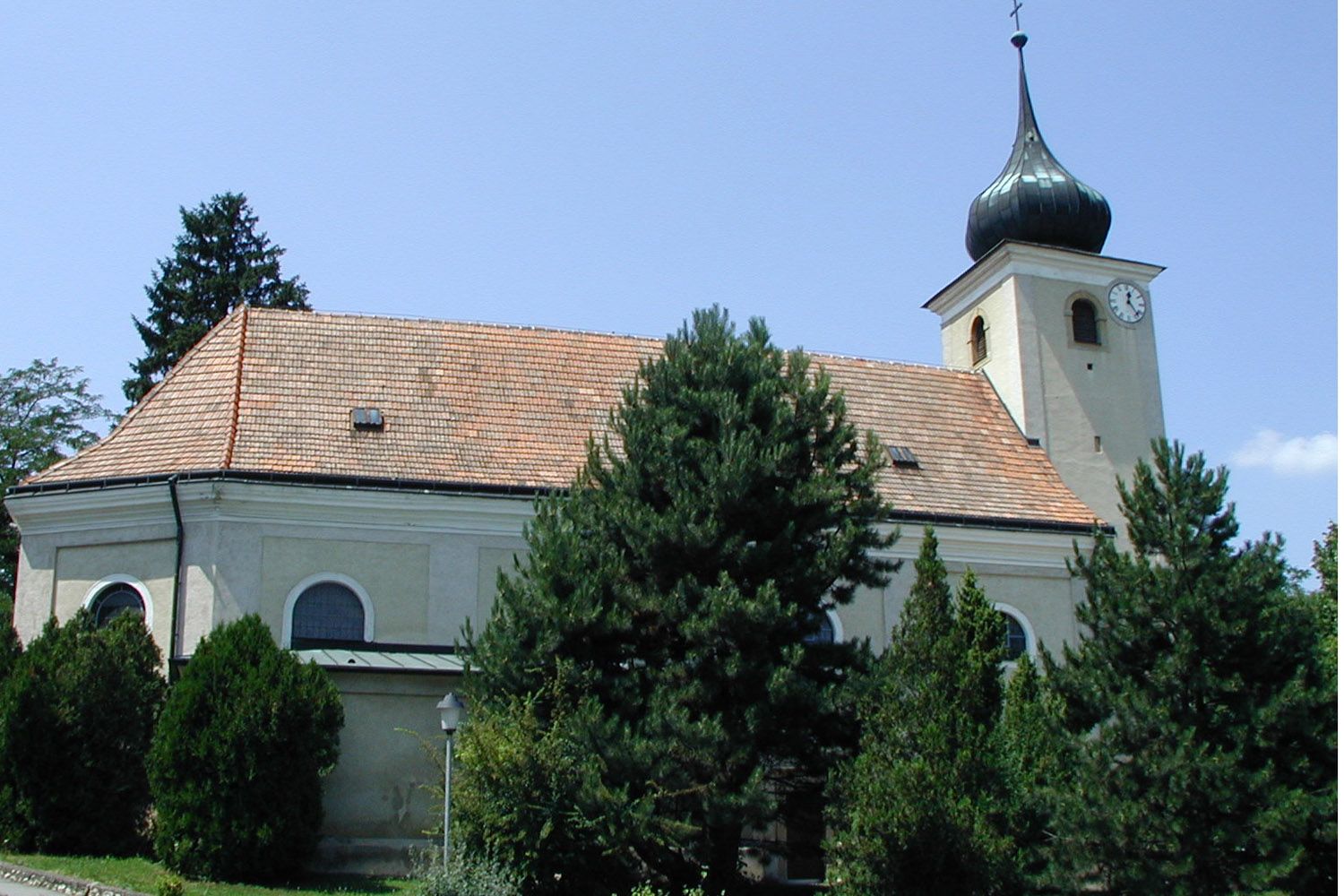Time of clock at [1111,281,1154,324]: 12:23
